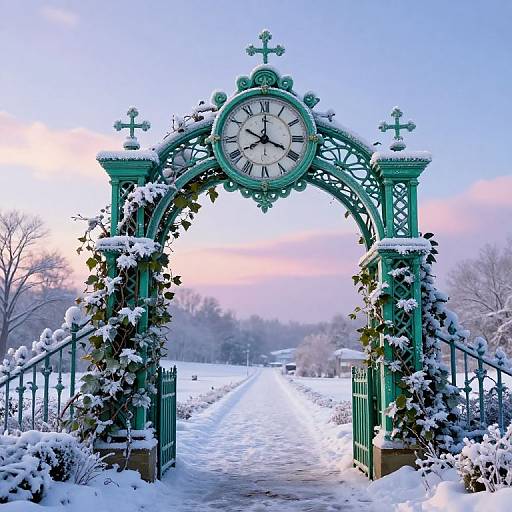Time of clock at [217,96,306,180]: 8:00
